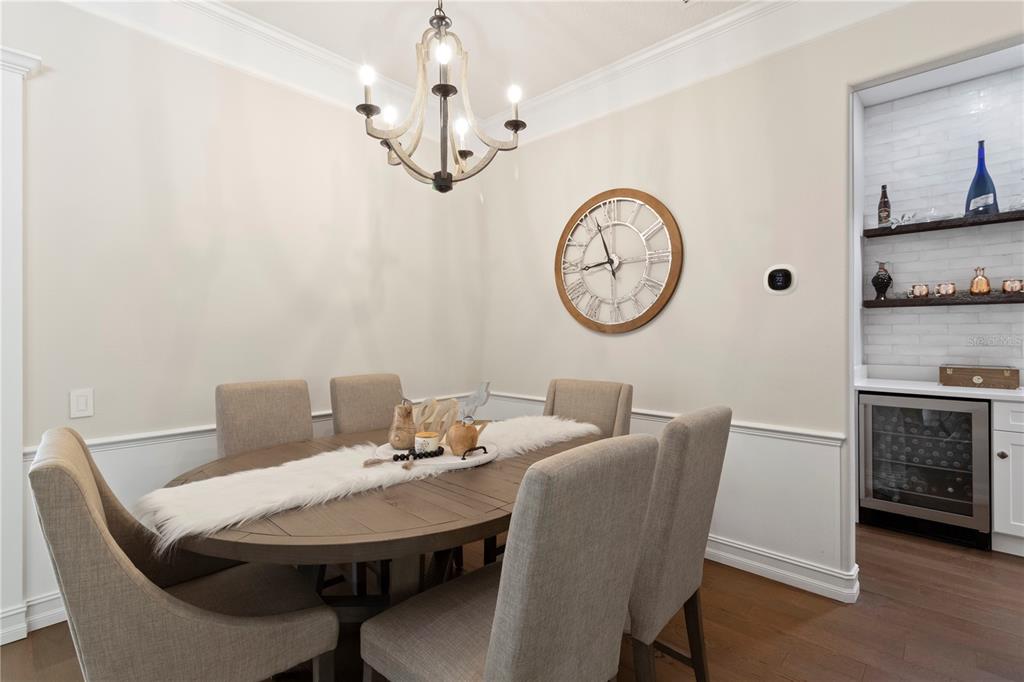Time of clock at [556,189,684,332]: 8:56
